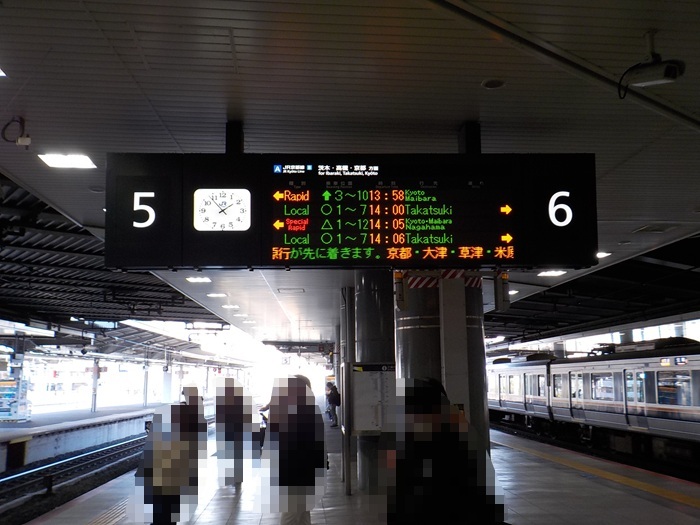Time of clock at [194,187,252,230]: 1:53
